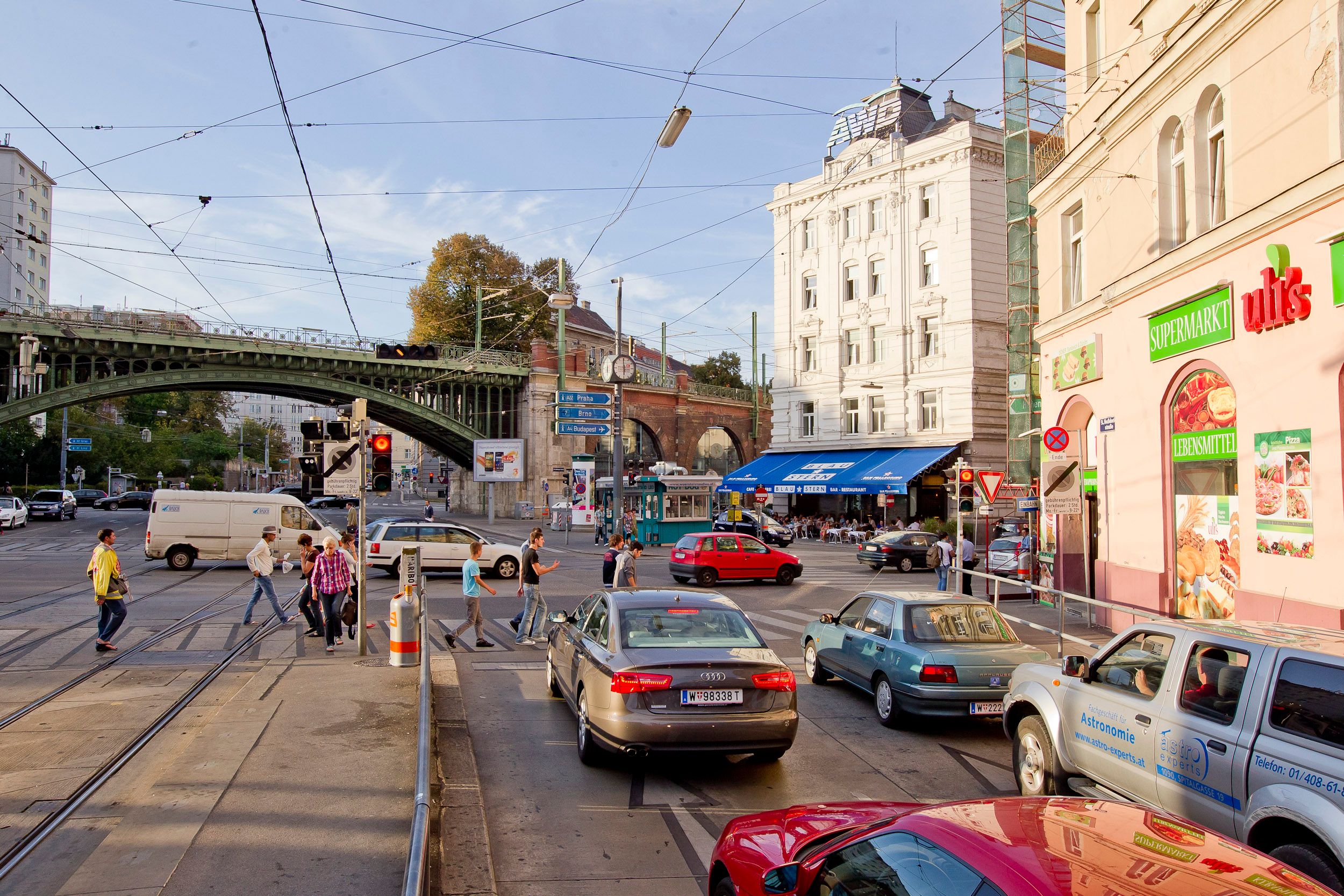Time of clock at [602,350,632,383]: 5:59
